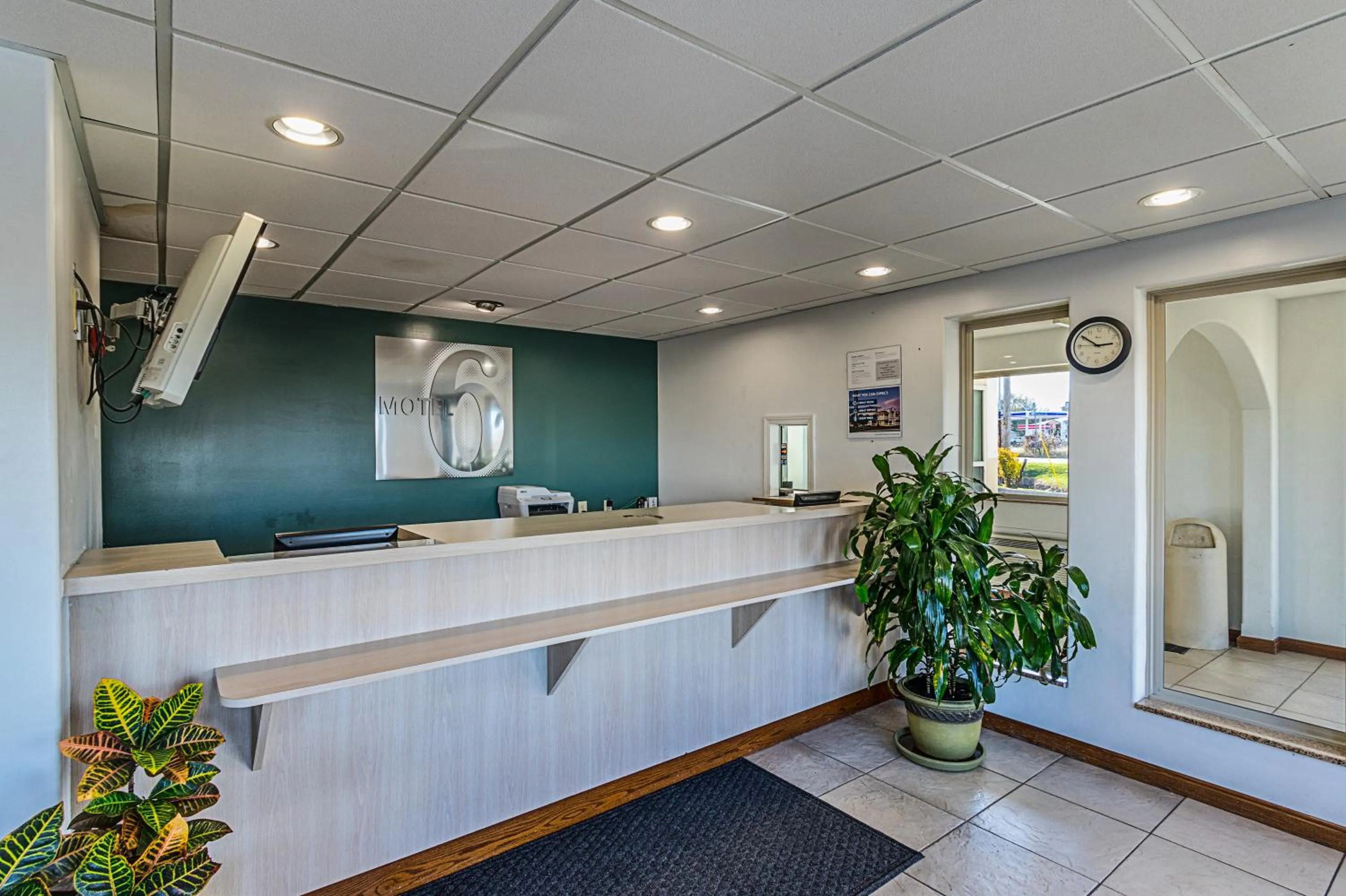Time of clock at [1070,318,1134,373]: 2:50
